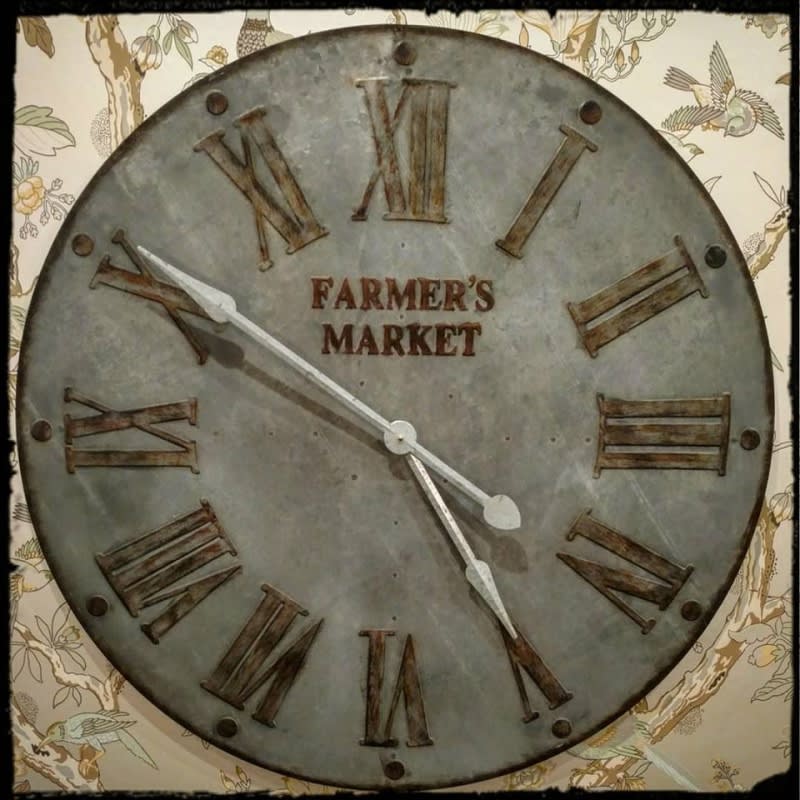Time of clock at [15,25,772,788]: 4:49
